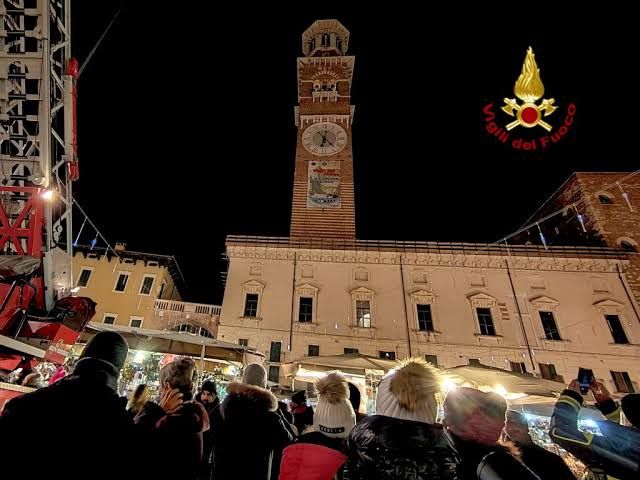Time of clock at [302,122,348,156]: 6:23
